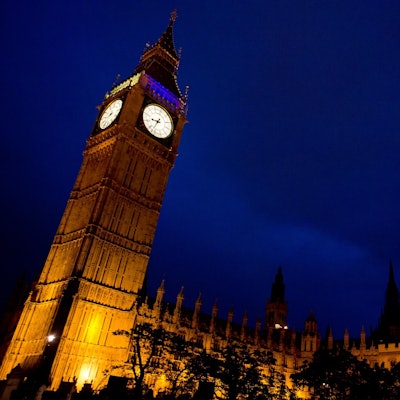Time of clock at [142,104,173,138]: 9:37
